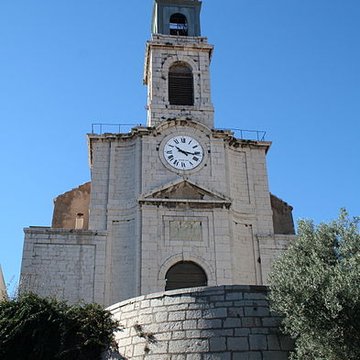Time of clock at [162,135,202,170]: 10:16
